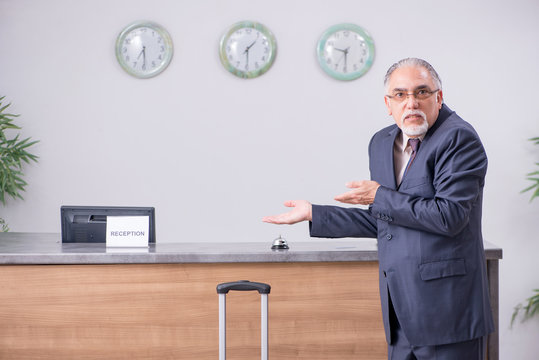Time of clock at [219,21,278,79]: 1:29
